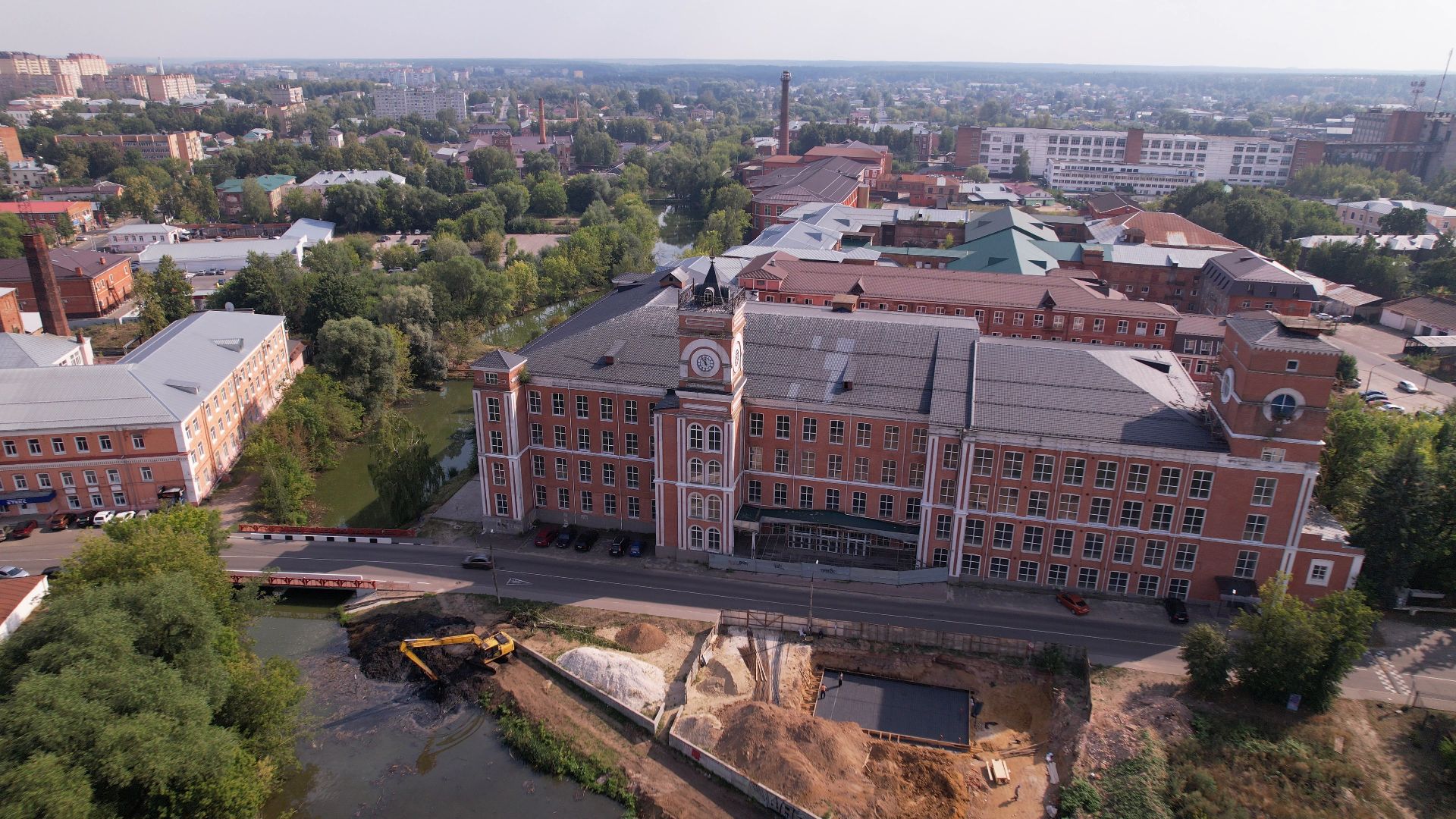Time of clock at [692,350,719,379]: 11:53
